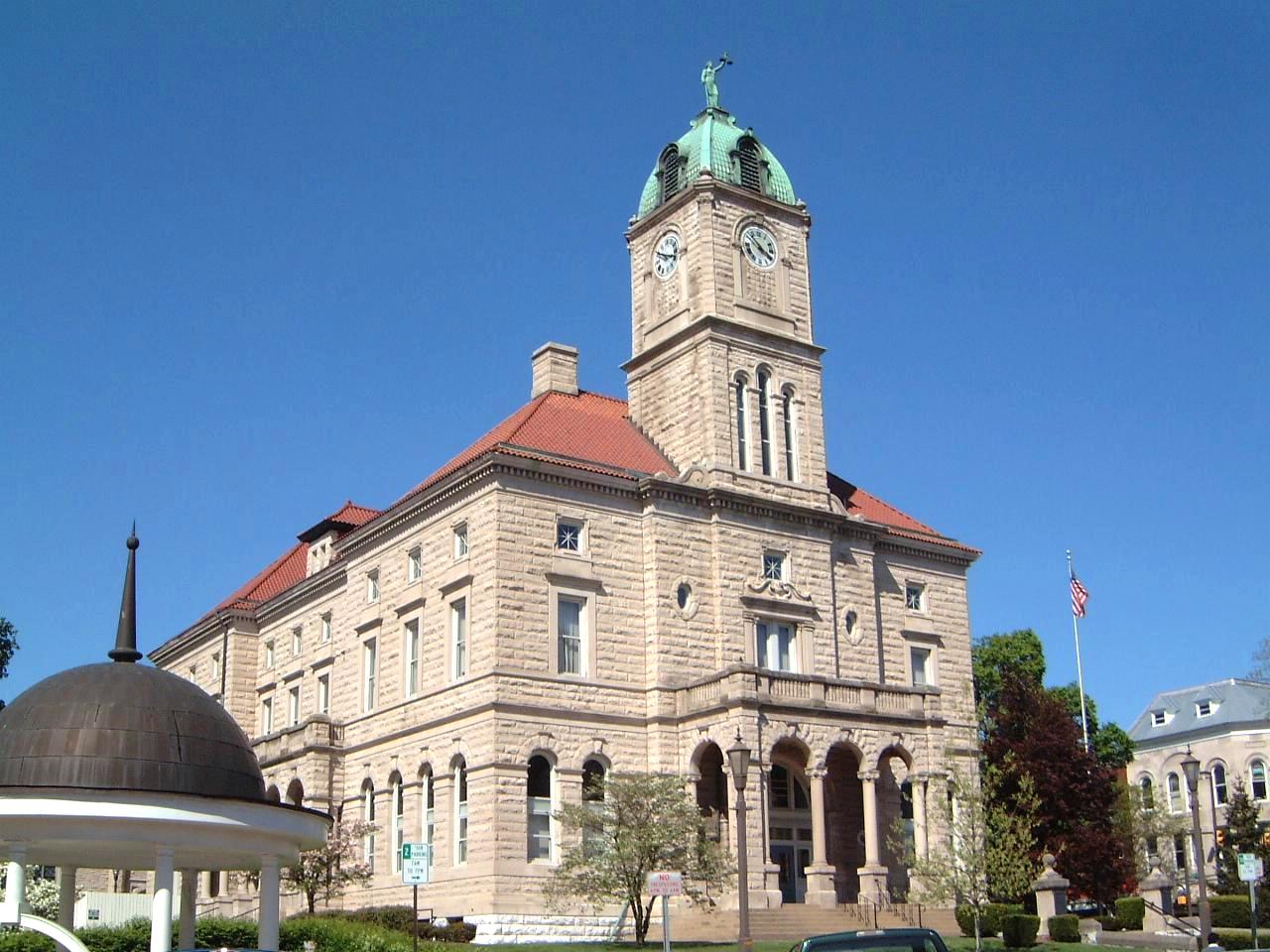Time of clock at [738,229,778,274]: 3:52
